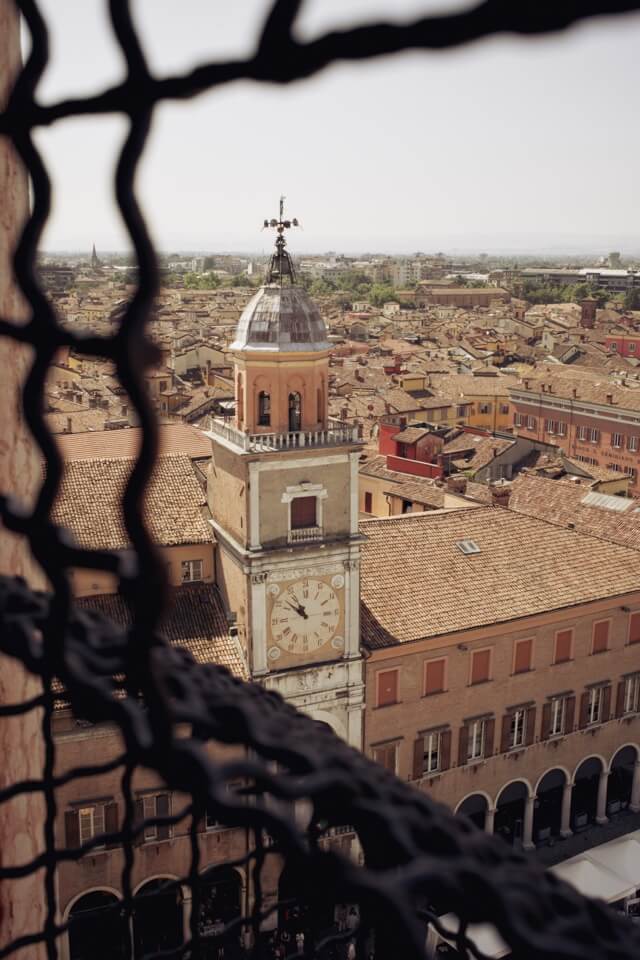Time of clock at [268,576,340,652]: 10:51
